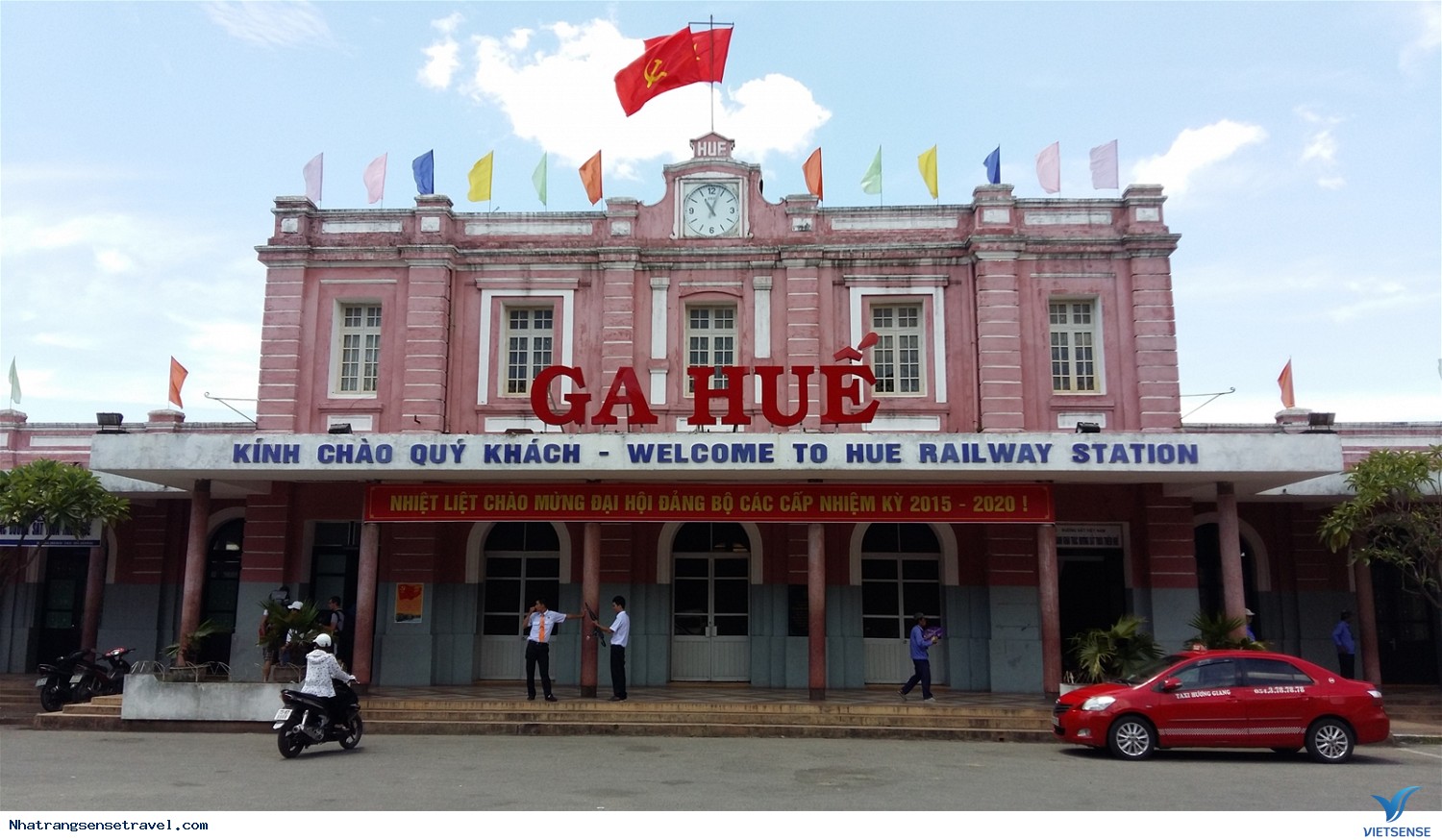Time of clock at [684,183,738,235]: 11:03
